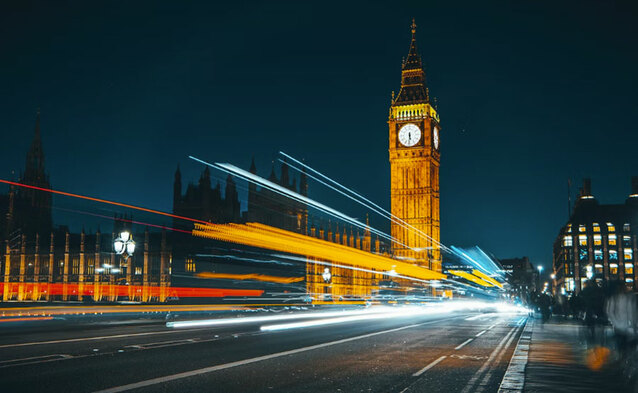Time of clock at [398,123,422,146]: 5:30
